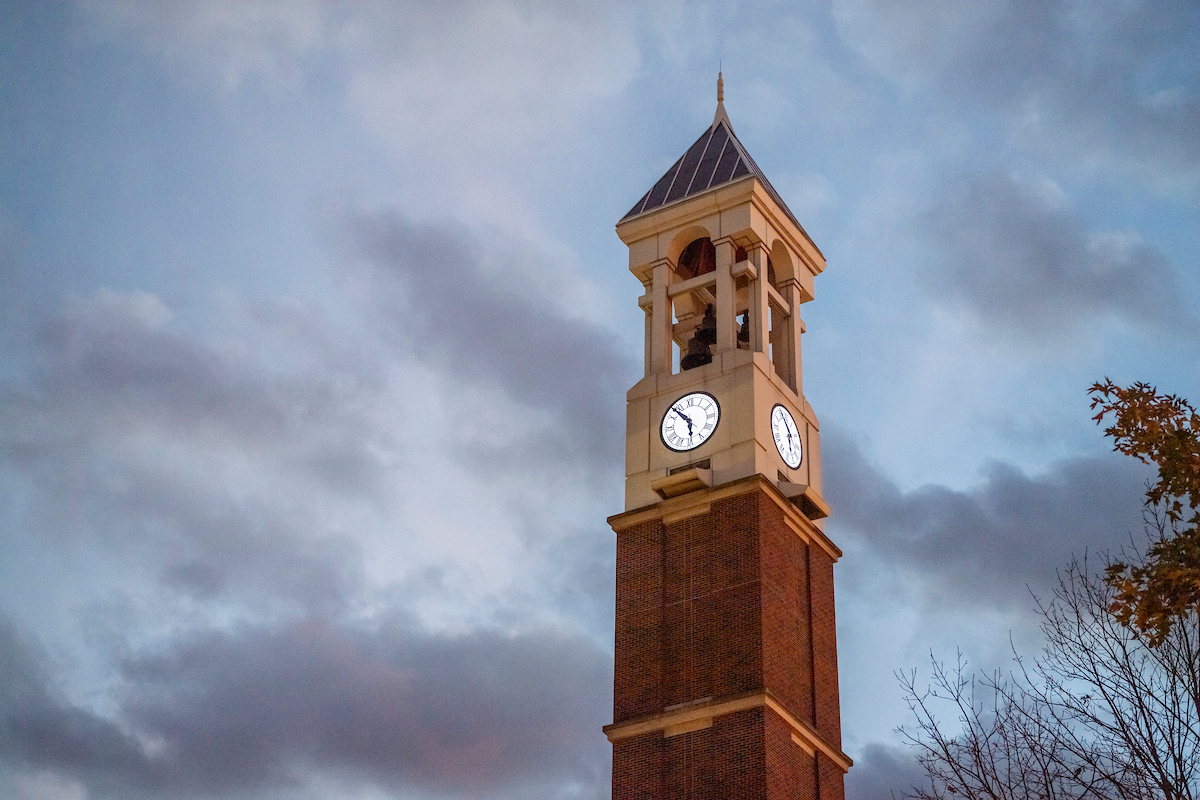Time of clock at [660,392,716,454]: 5:53
